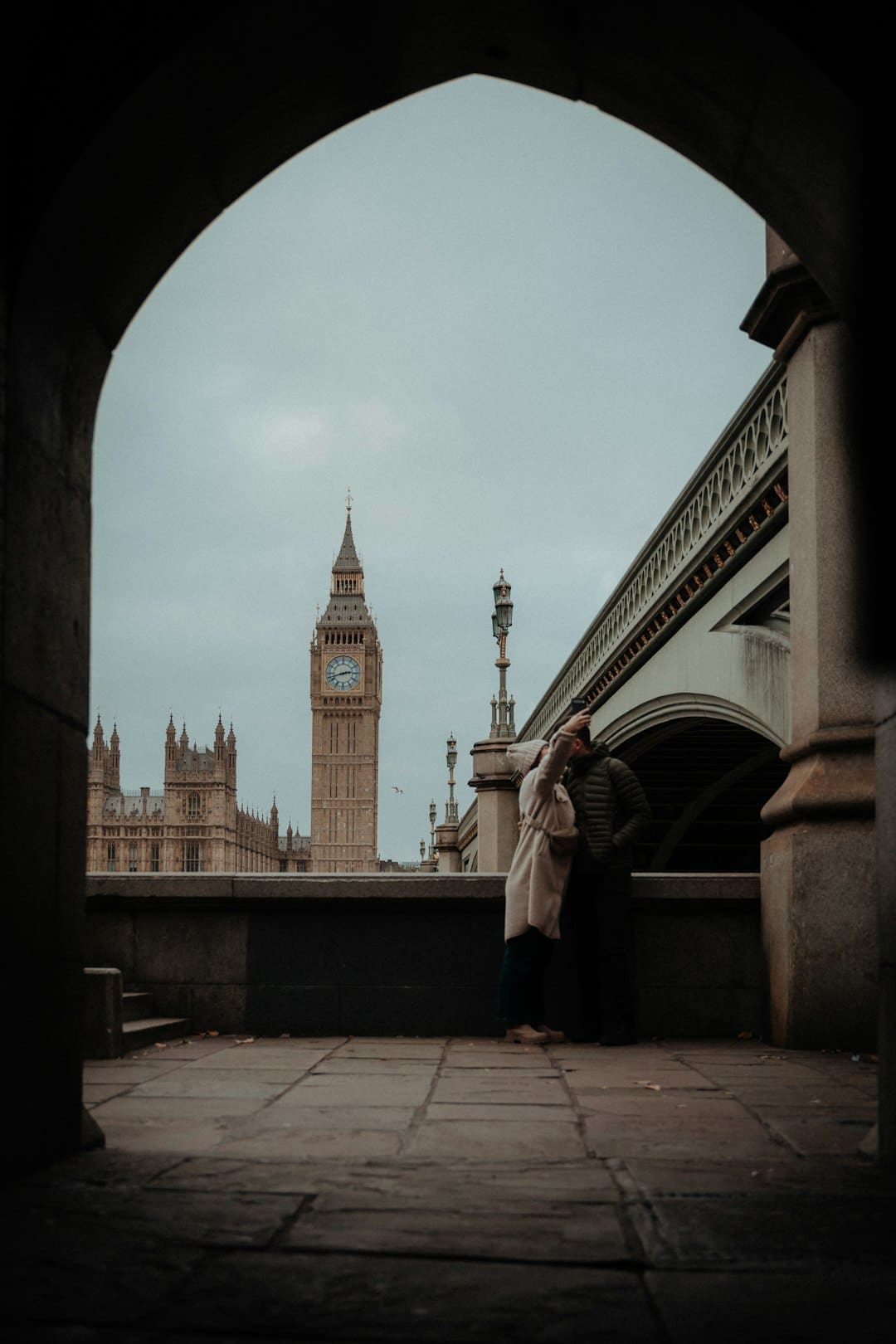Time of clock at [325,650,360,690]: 2:42
